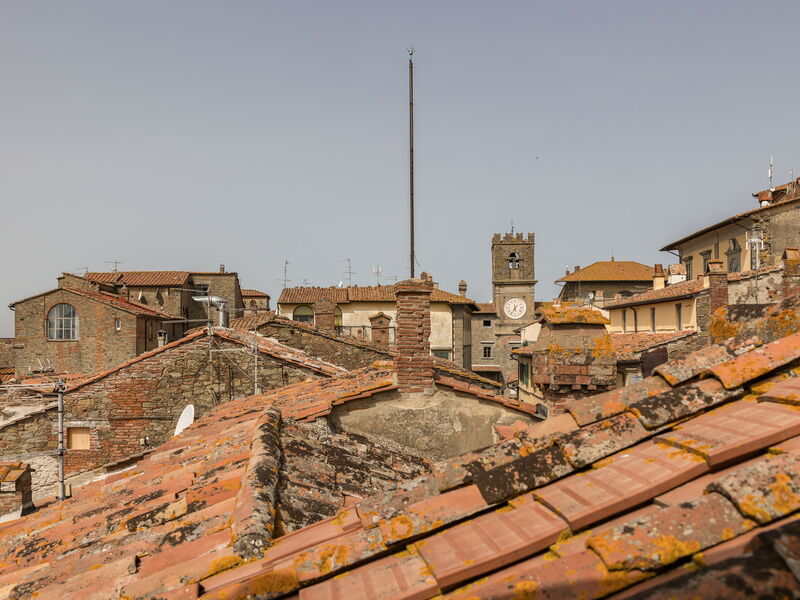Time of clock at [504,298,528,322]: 5:35
